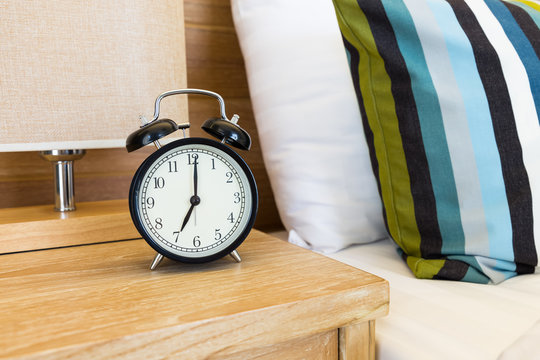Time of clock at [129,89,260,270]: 7:00
